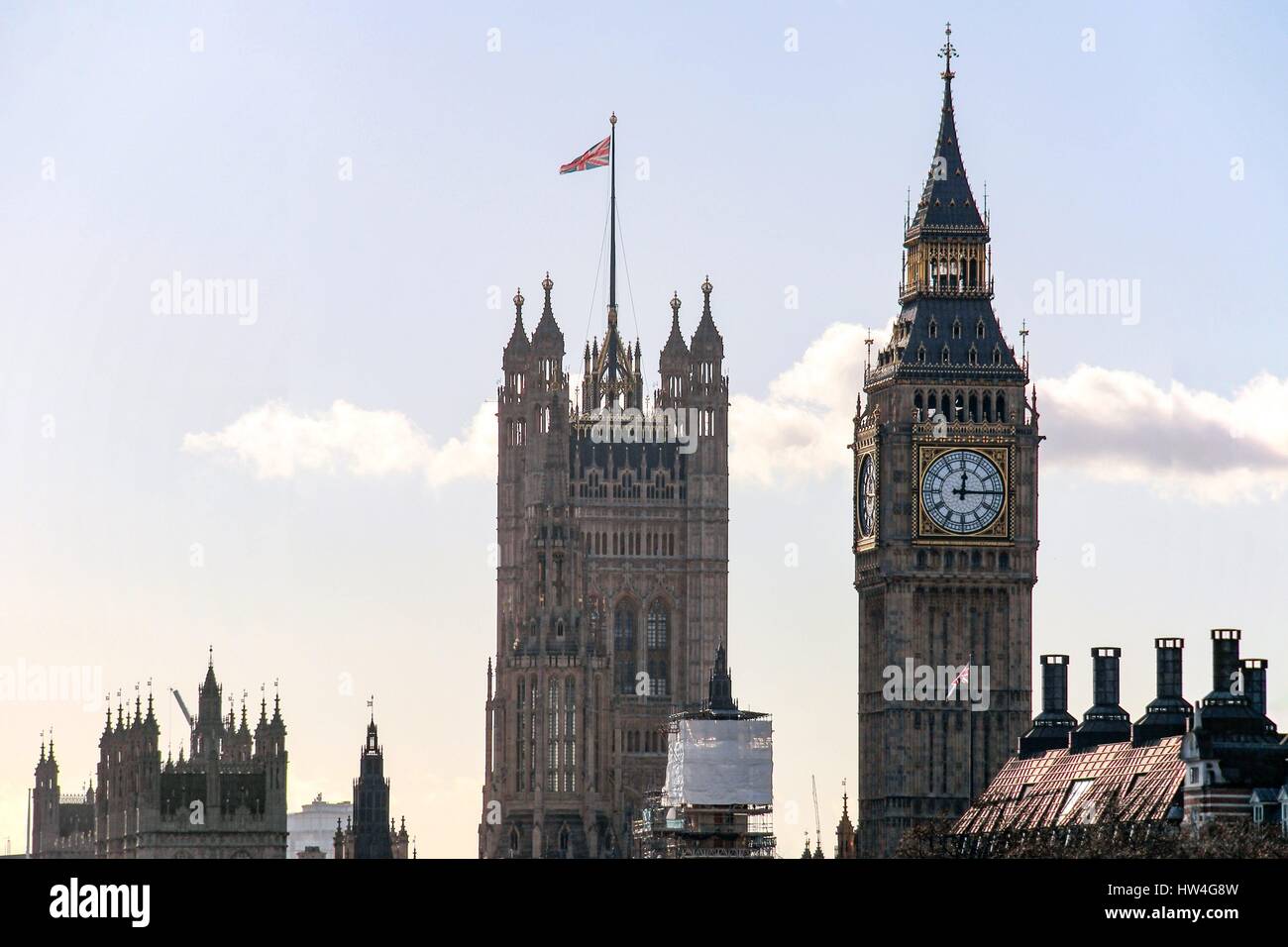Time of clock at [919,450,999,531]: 12:15
